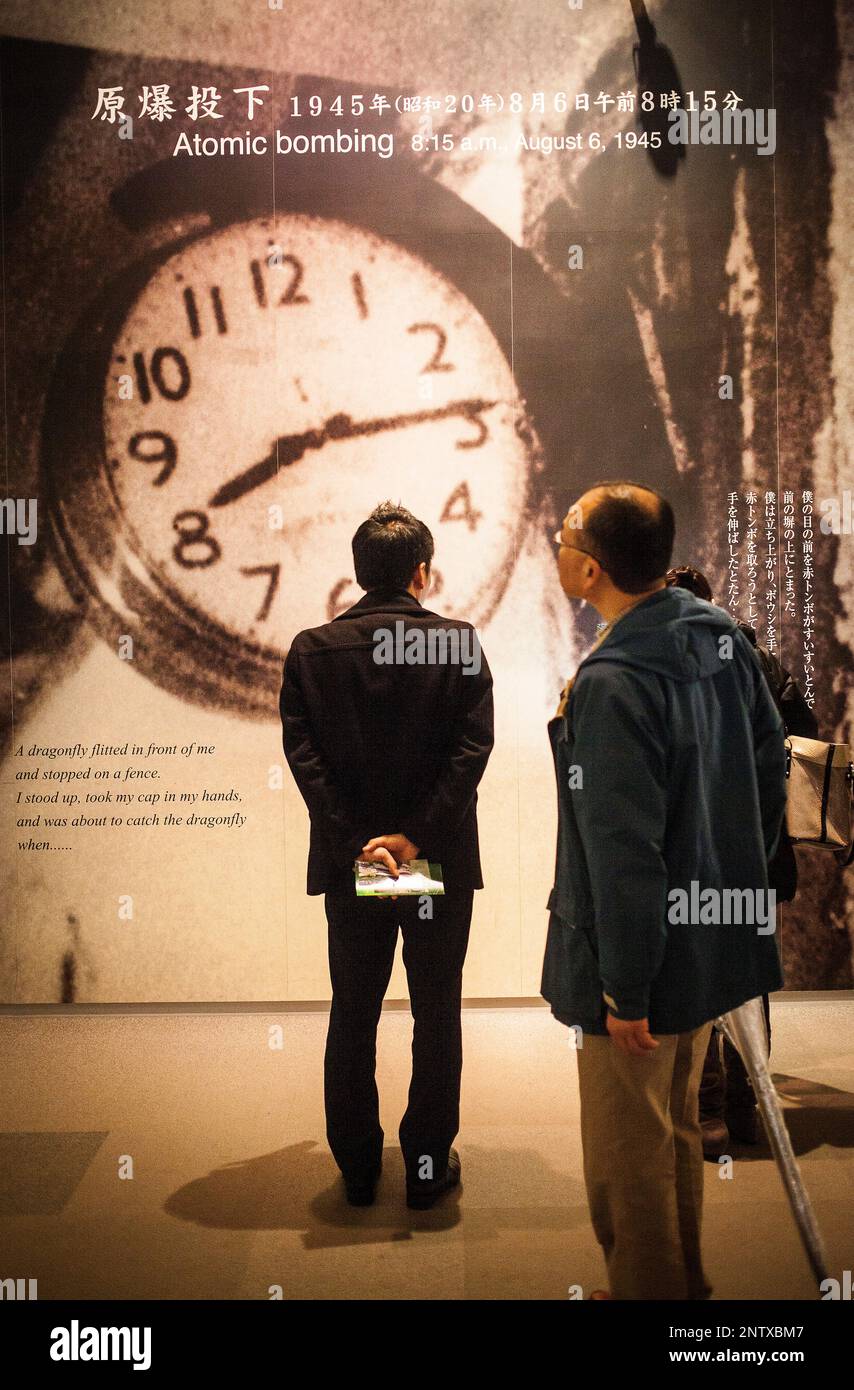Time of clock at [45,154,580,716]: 8:14
